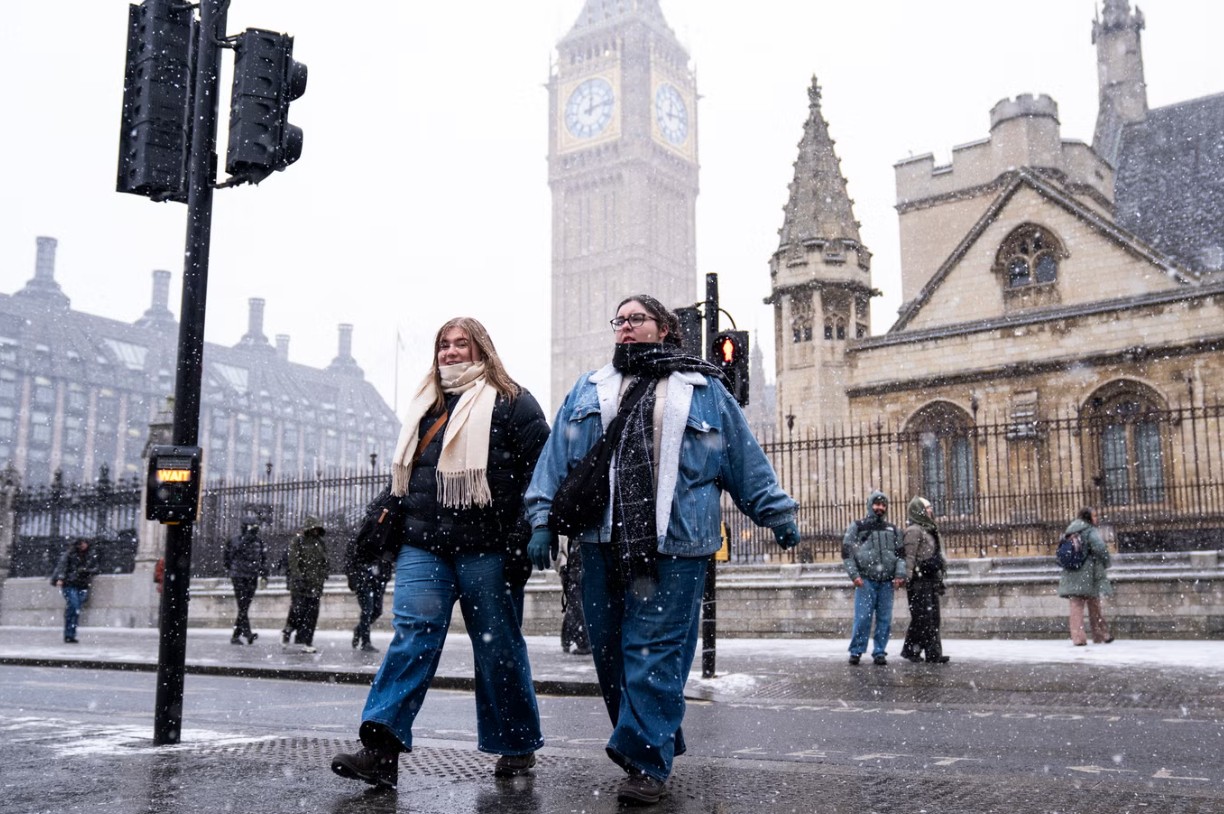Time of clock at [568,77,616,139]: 12:12
